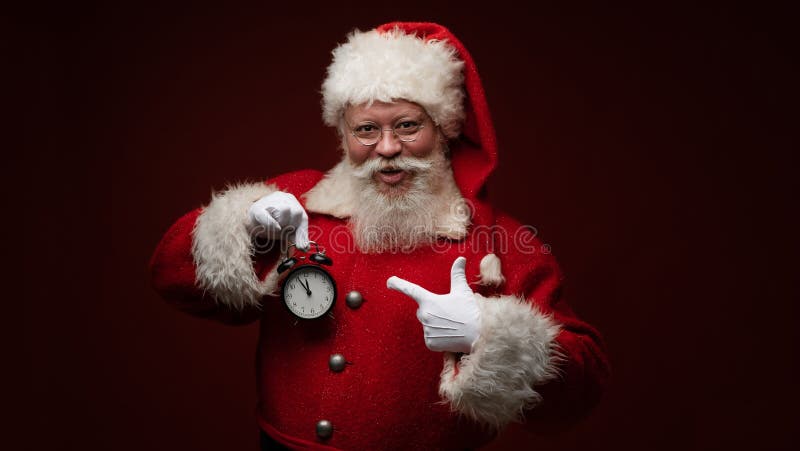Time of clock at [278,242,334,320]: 11:55
